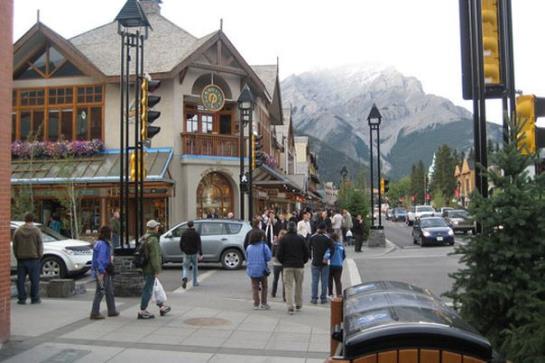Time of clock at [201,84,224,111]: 6:32
